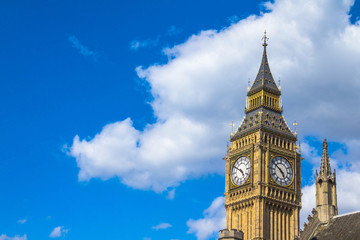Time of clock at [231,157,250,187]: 4:50
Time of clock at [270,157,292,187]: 4:50
